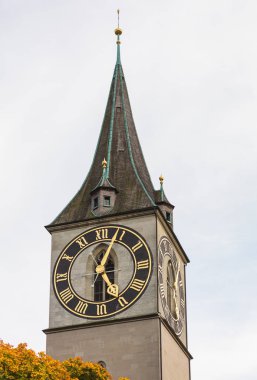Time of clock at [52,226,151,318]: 5:03
